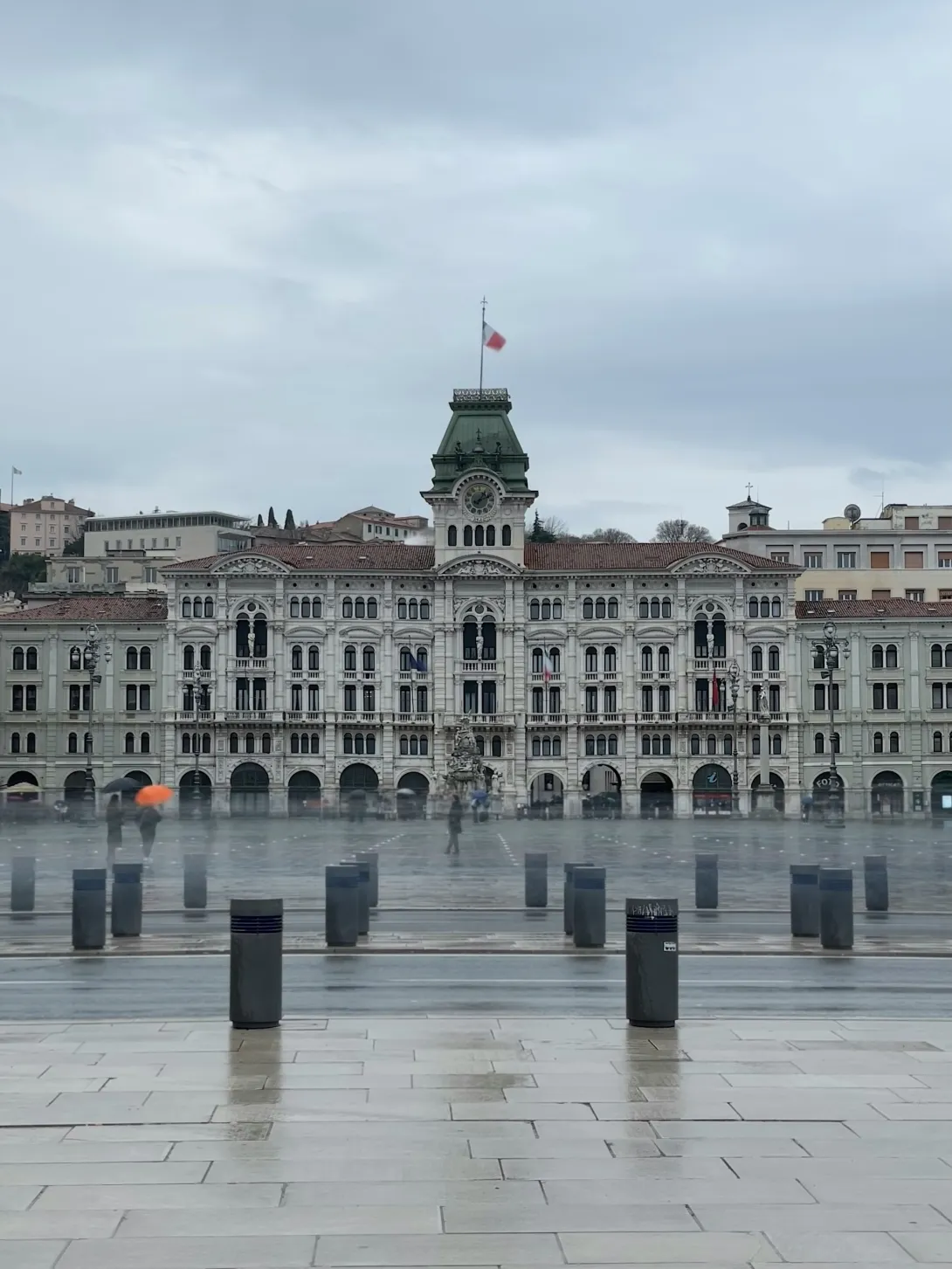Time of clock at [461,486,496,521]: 1:11
